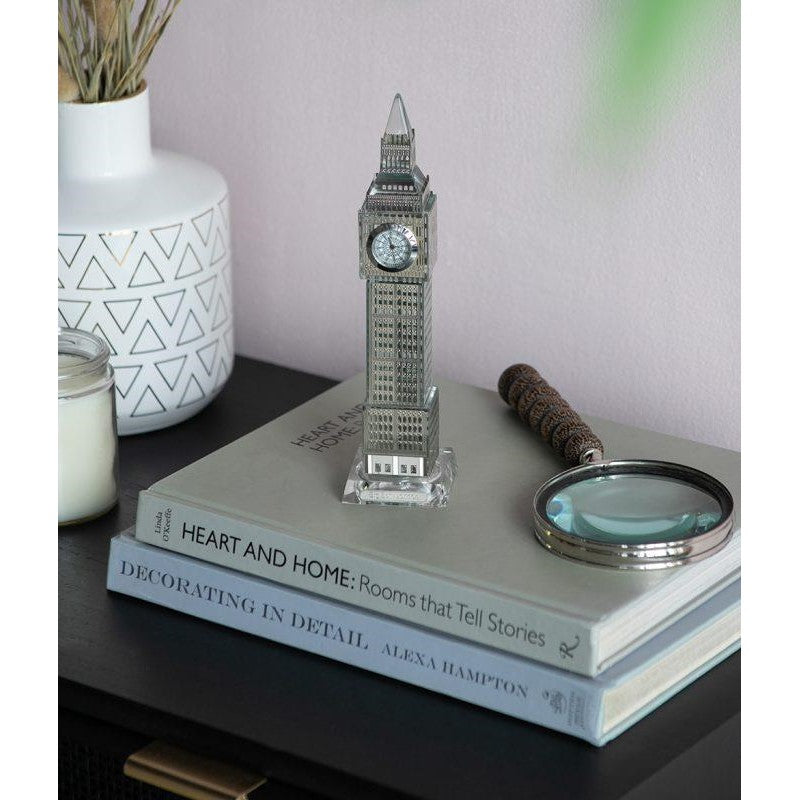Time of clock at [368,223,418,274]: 11:28
